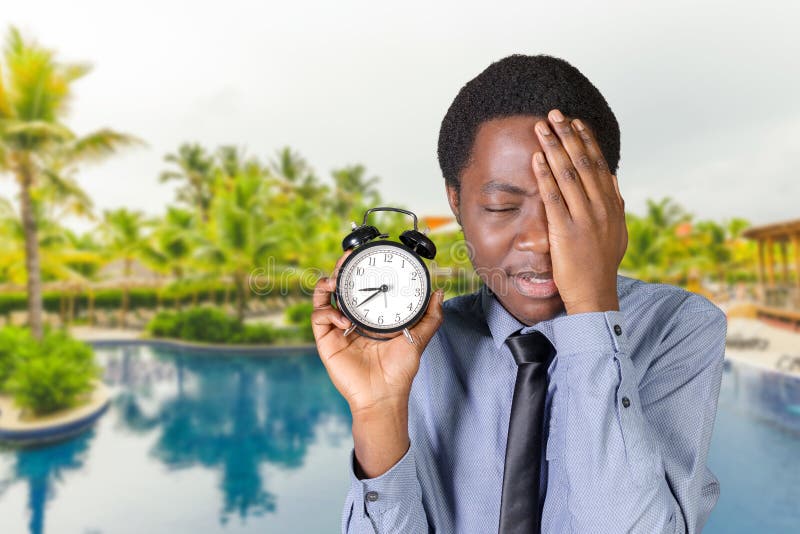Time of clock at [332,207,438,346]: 8:38
